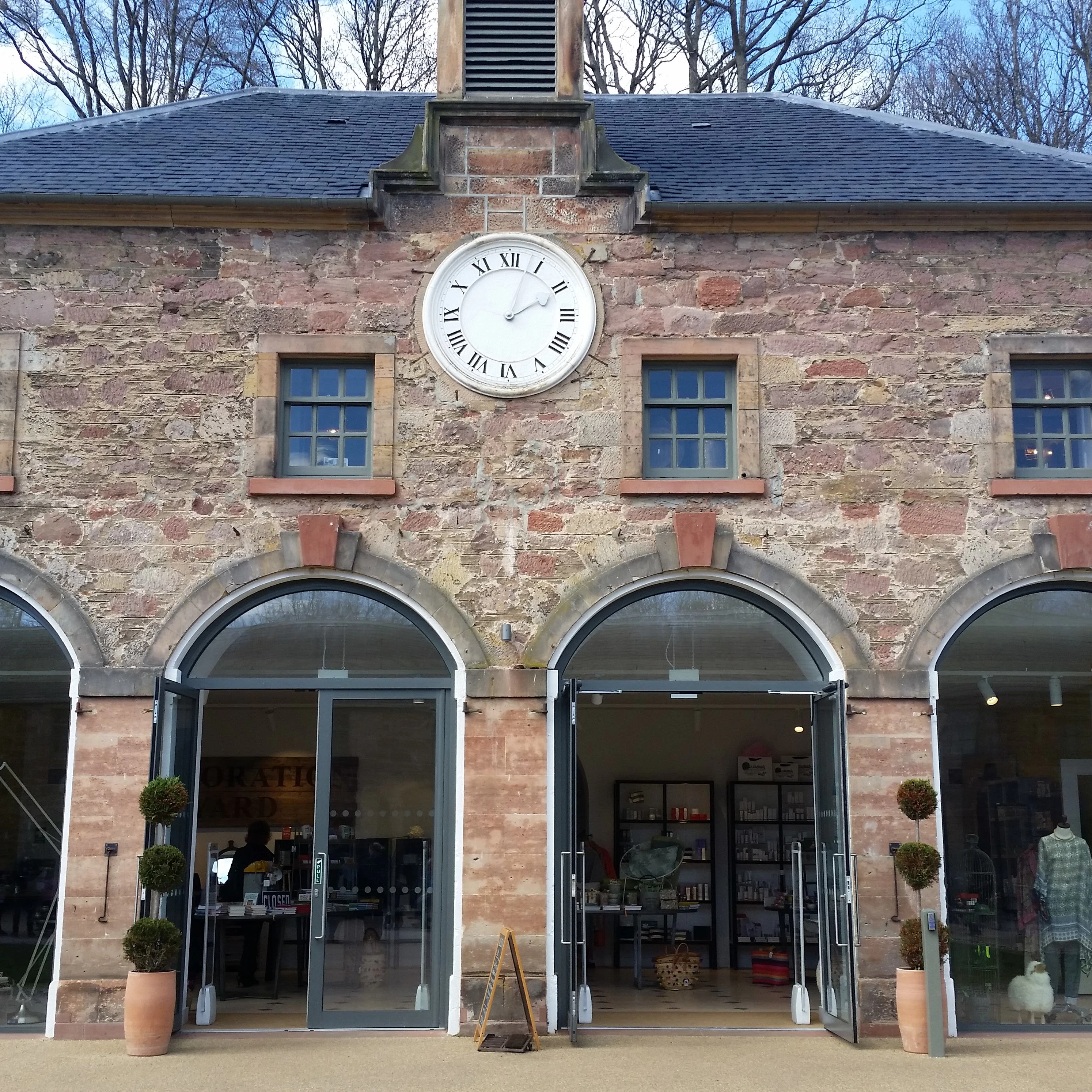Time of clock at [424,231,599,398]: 2:03
